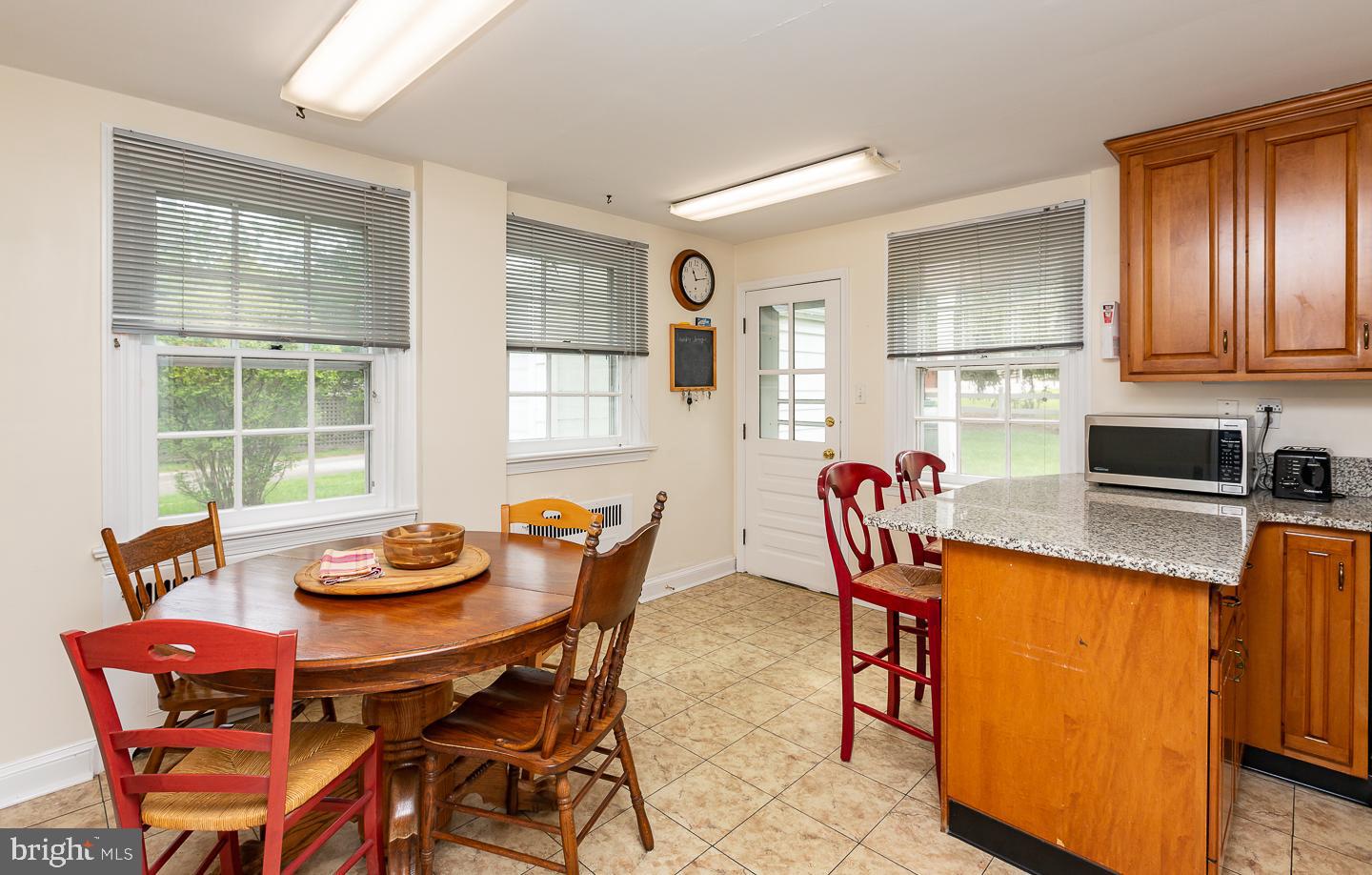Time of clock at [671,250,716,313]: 11:13
